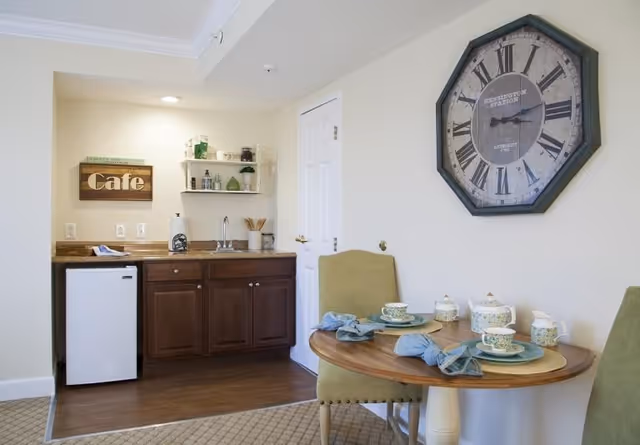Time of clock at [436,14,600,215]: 3:13
